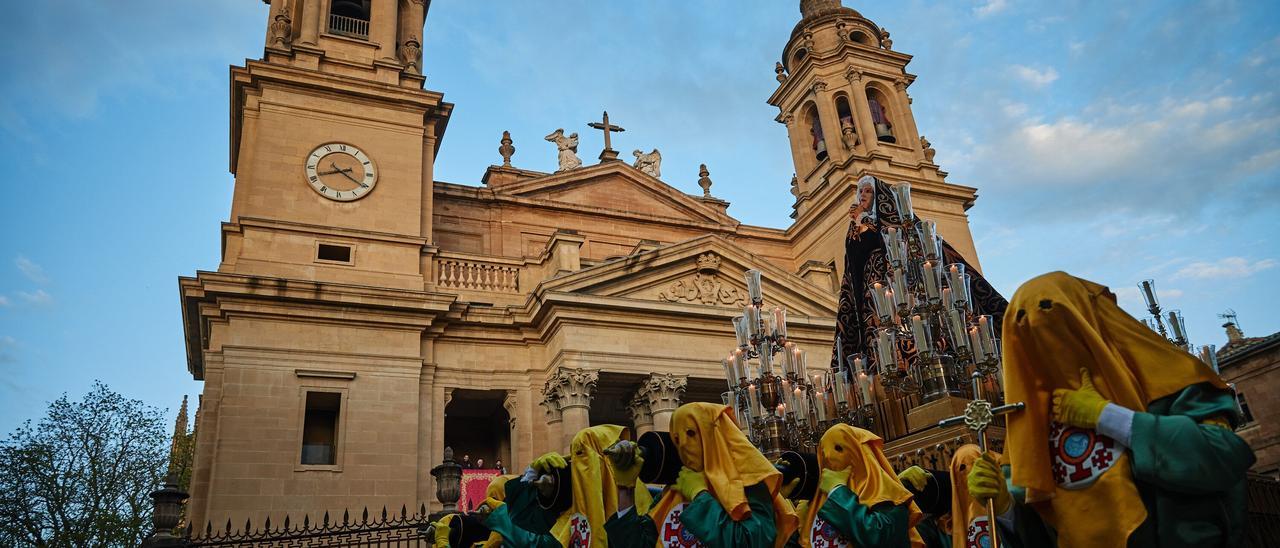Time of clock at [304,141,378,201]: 8:20
